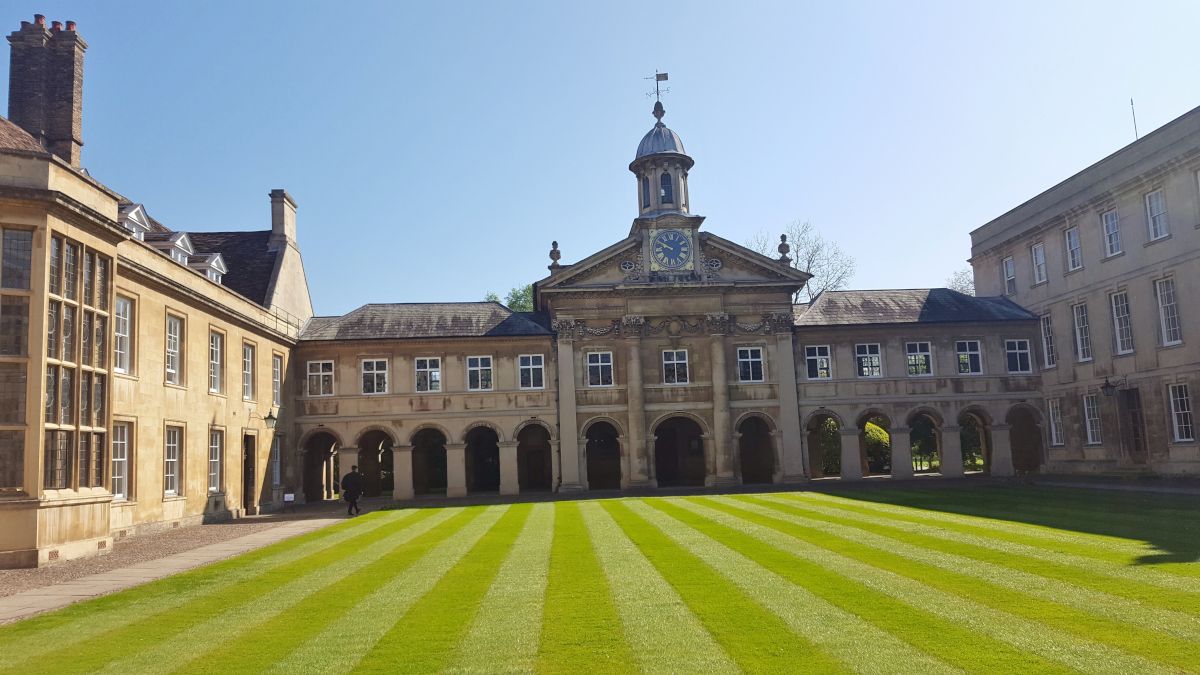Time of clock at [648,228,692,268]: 9:50
